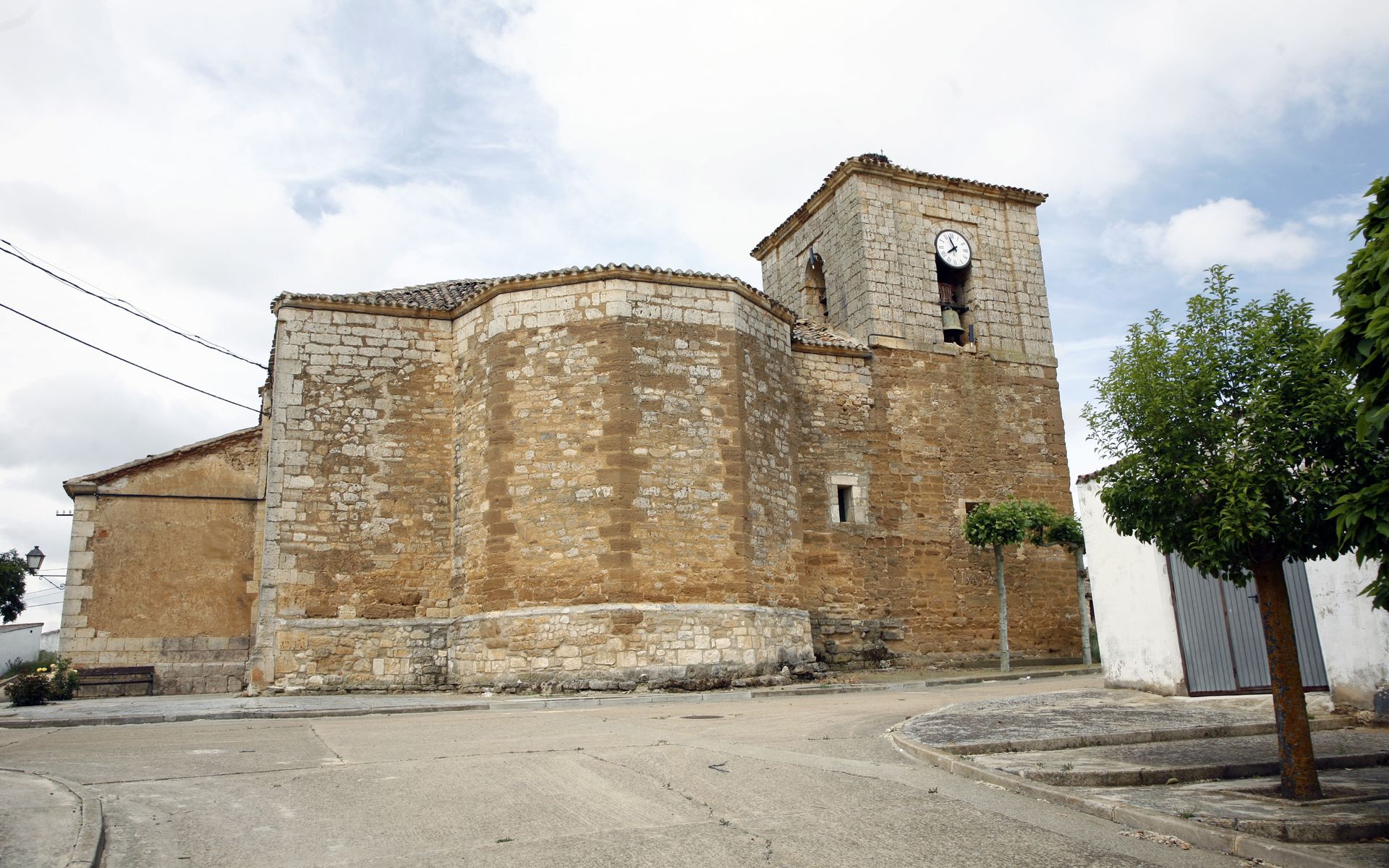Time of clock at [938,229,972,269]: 7:57
